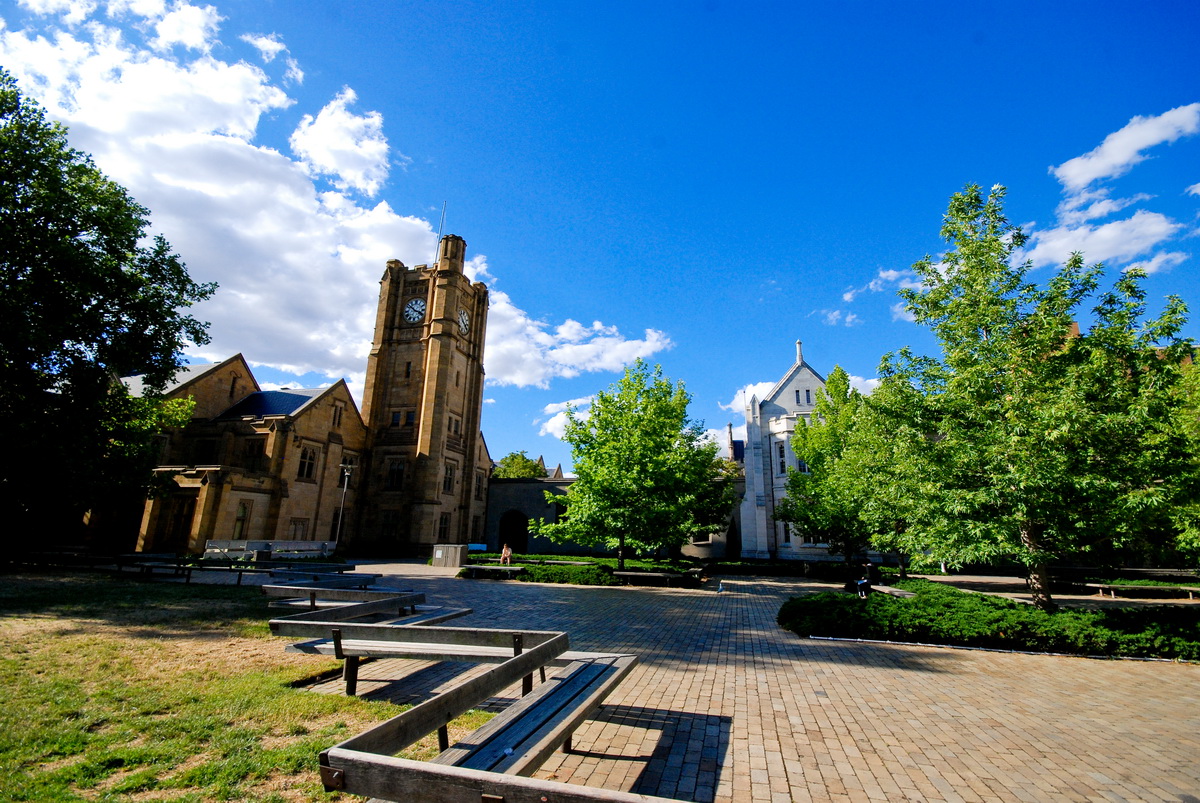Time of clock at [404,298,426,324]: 3:51
